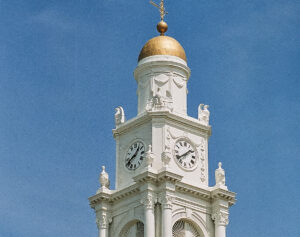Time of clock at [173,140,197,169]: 1:39
